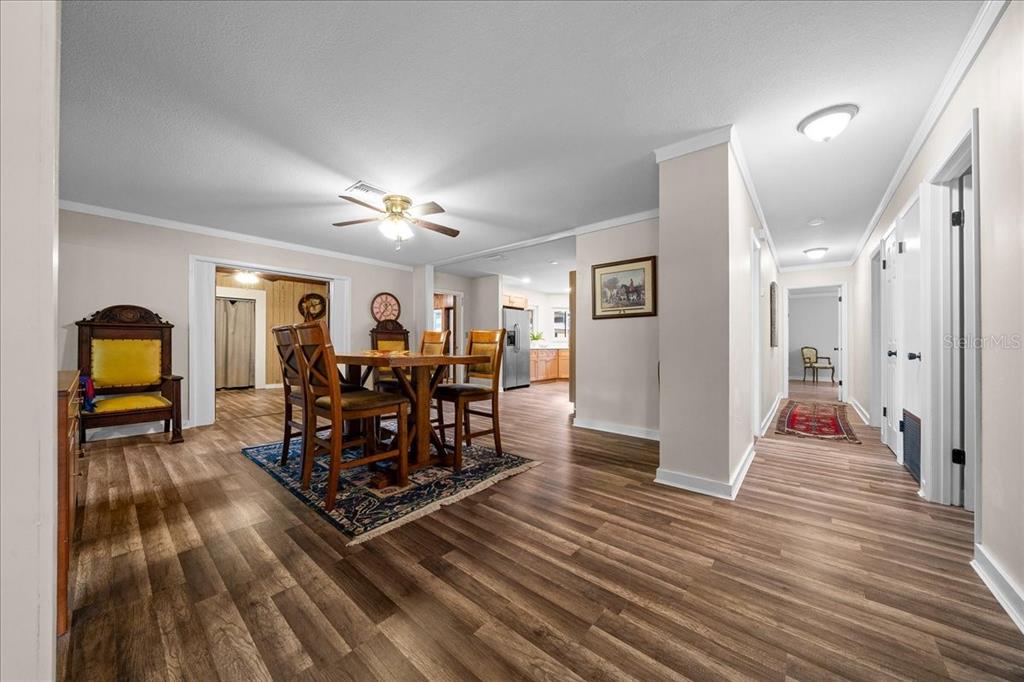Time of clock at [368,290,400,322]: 11:35
